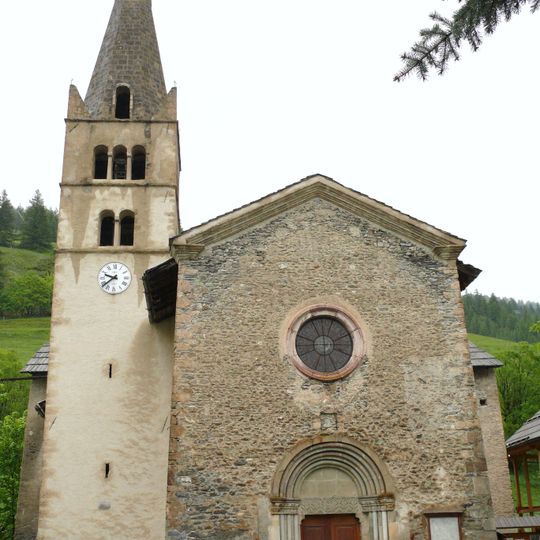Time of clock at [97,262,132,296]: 9:38
